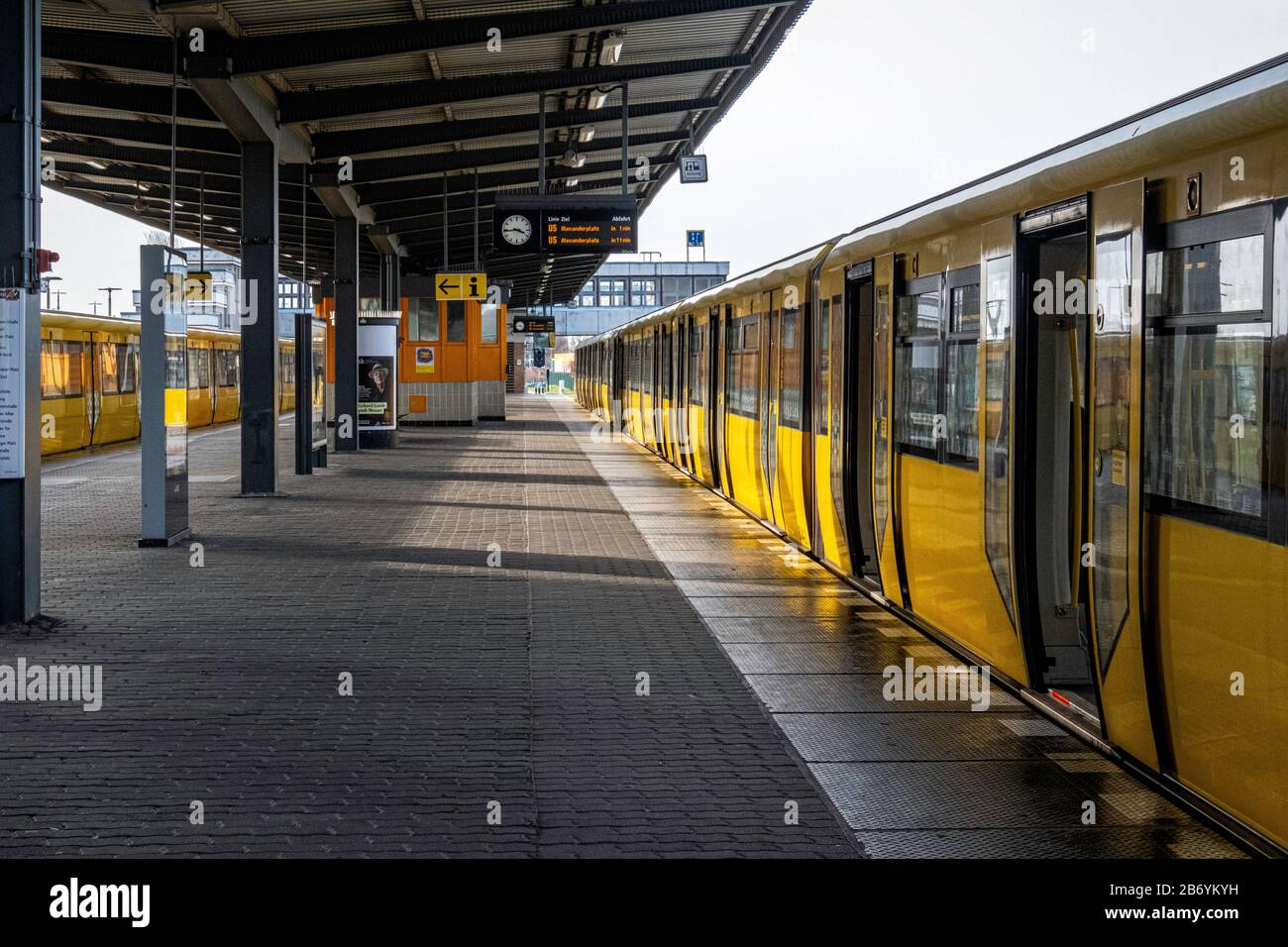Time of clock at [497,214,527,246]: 3:44
